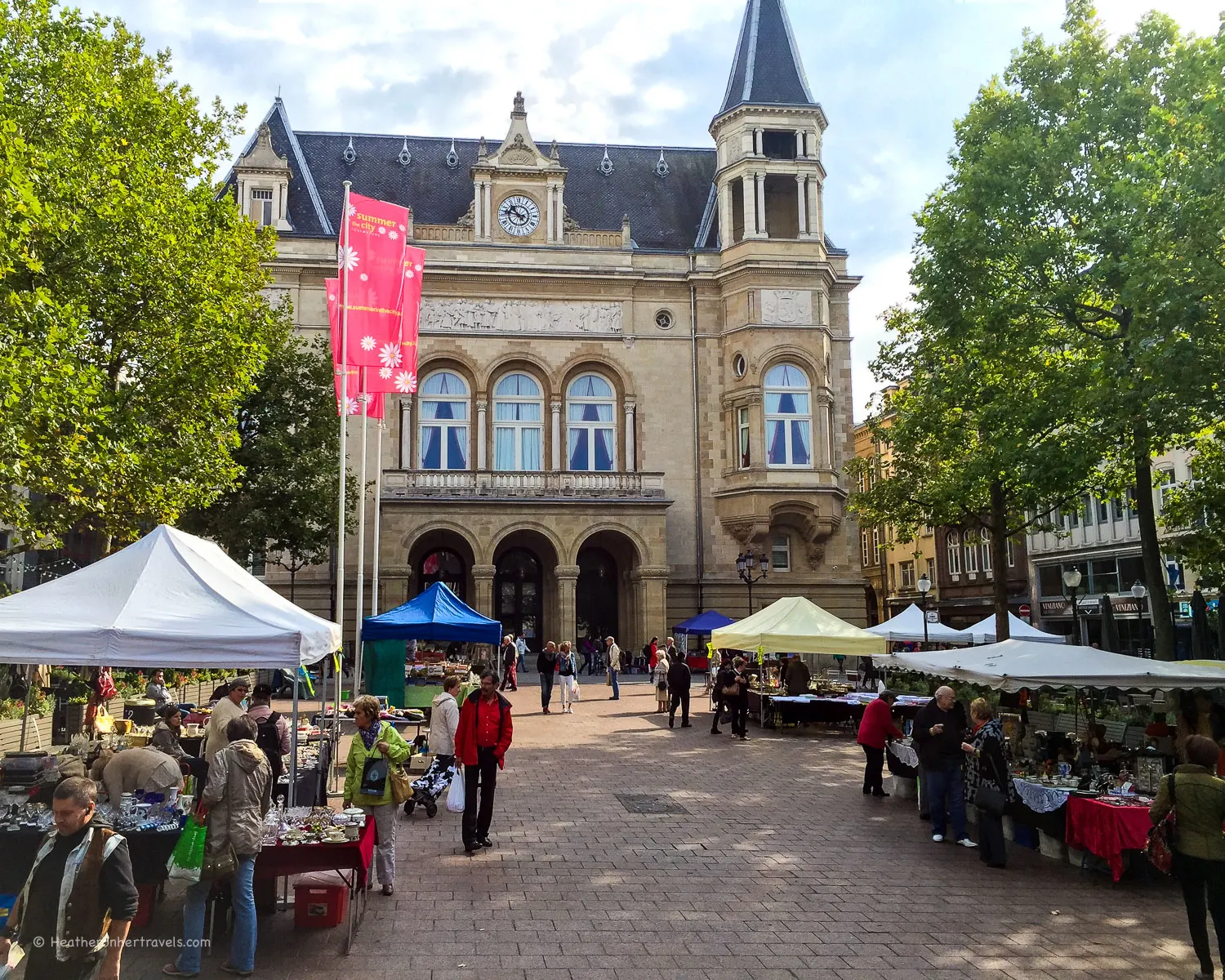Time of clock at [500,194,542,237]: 10:47
